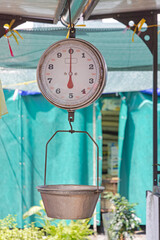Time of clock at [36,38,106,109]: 5:59
